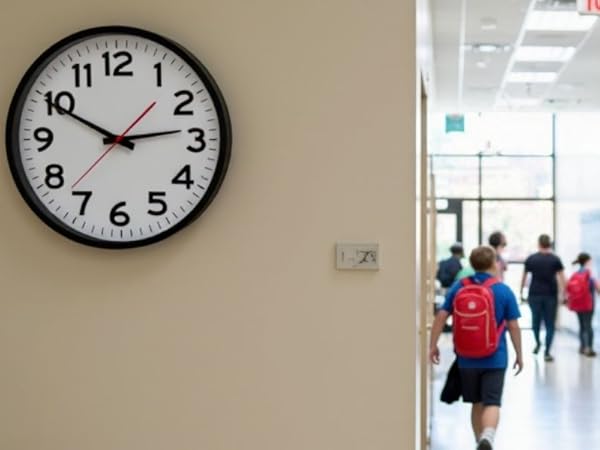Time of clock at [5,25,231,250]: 2:49
